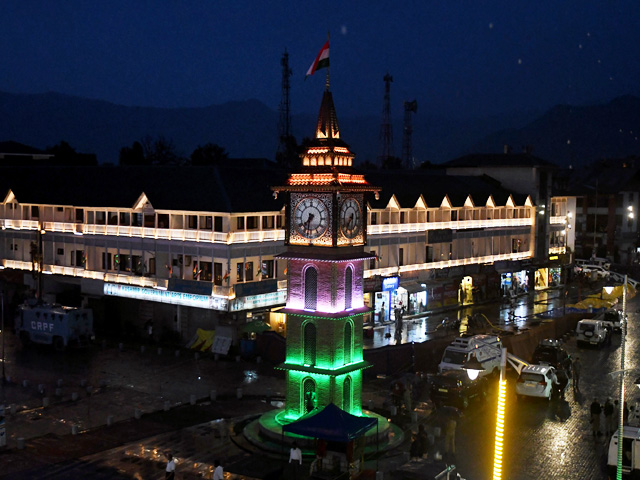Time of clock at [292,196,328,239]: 7:32
